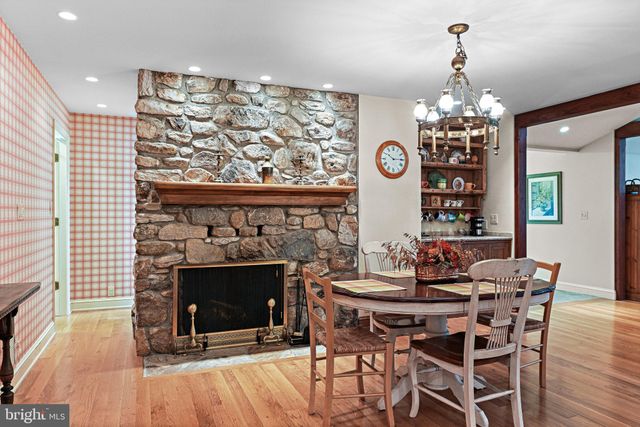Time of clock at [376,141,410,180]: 10:14
